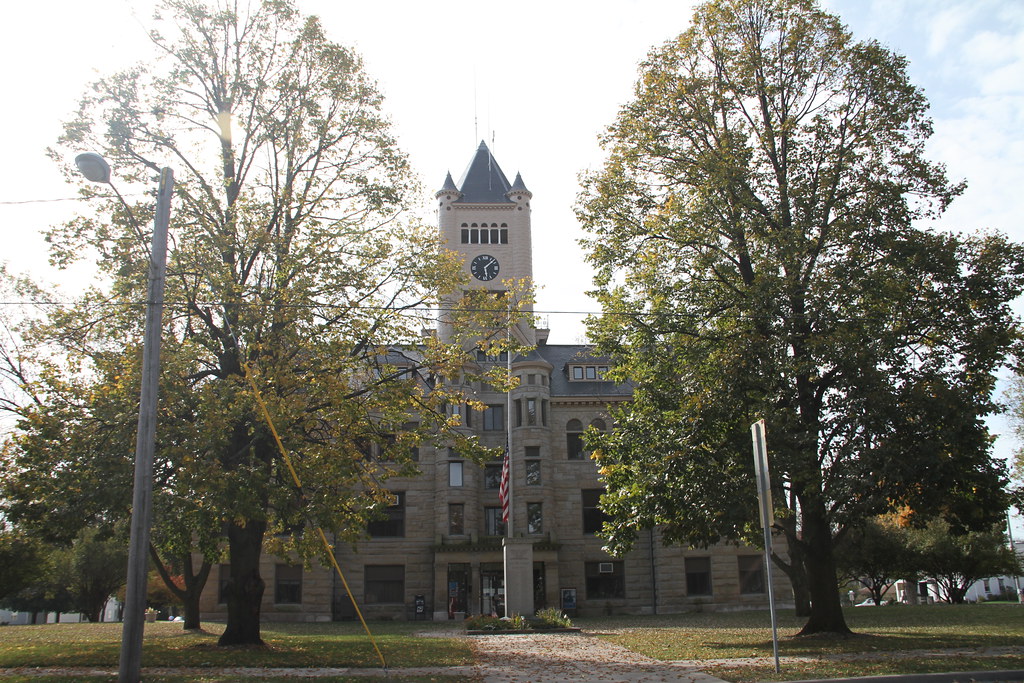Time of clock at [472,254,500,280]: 1:28
